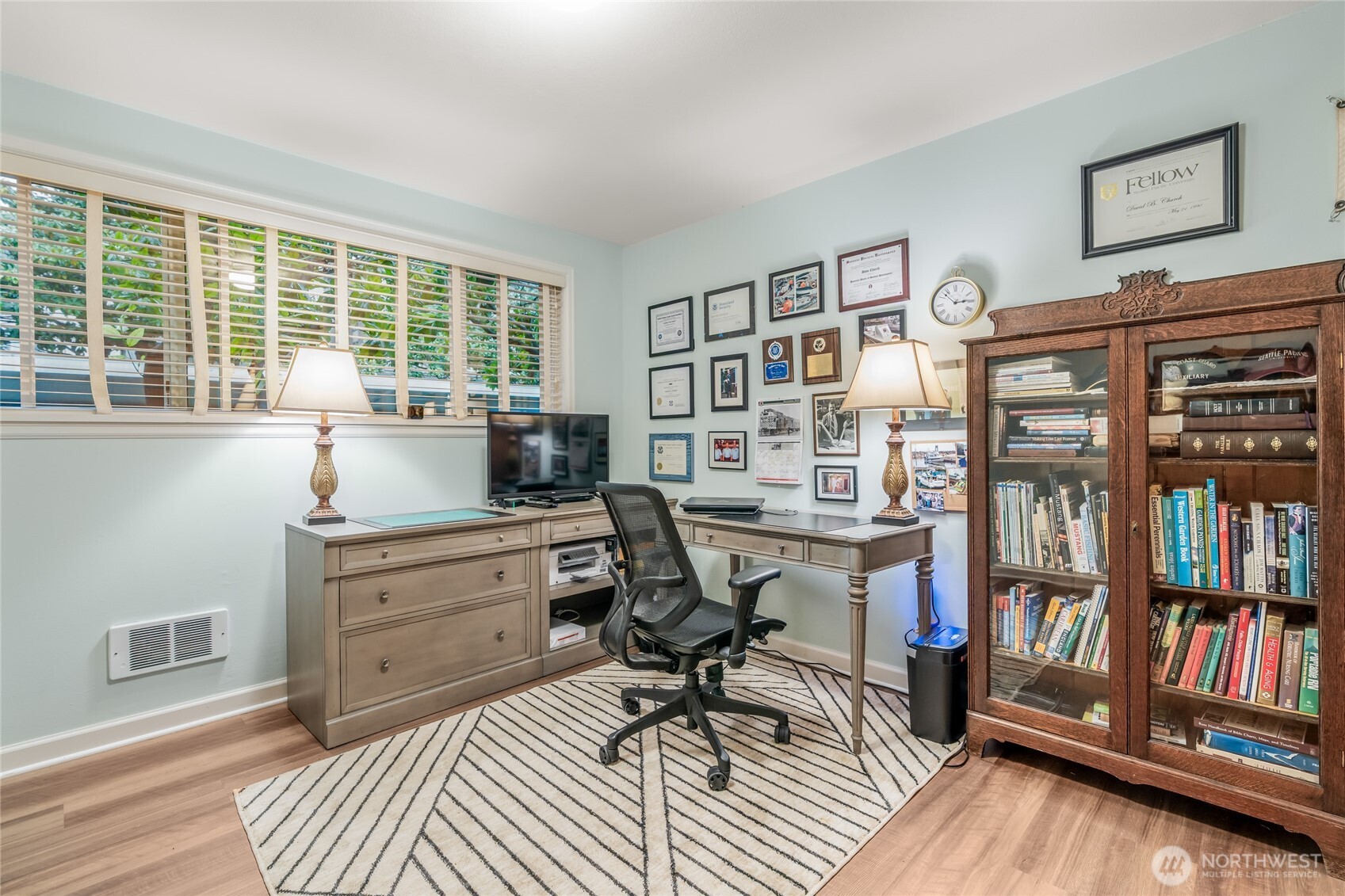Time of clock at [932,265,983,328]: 2:52
